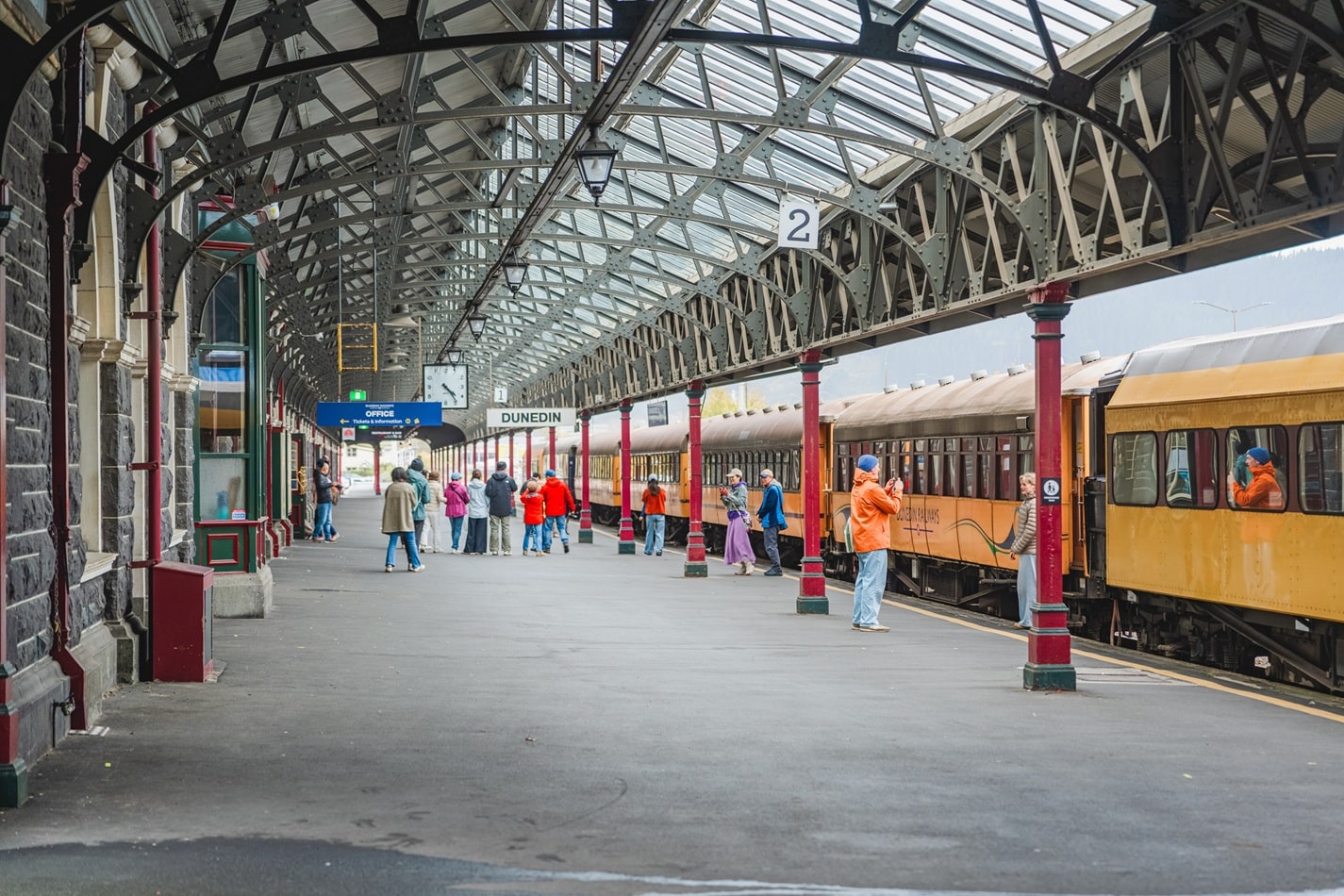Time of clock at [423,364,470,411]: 4:23
